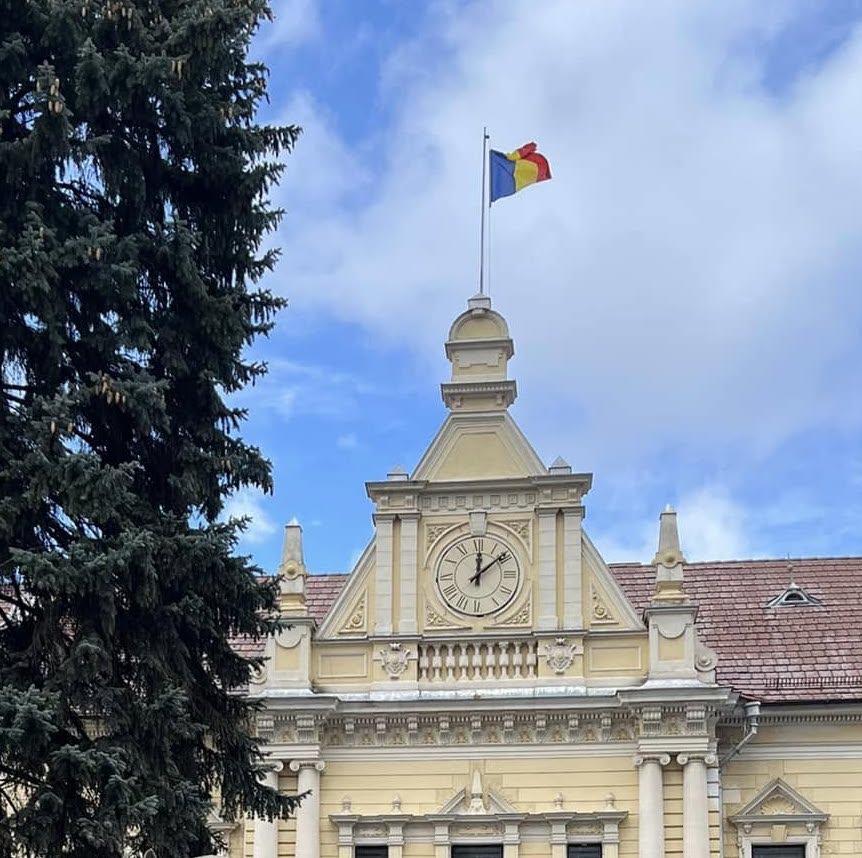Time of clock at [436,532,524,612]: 12:08
